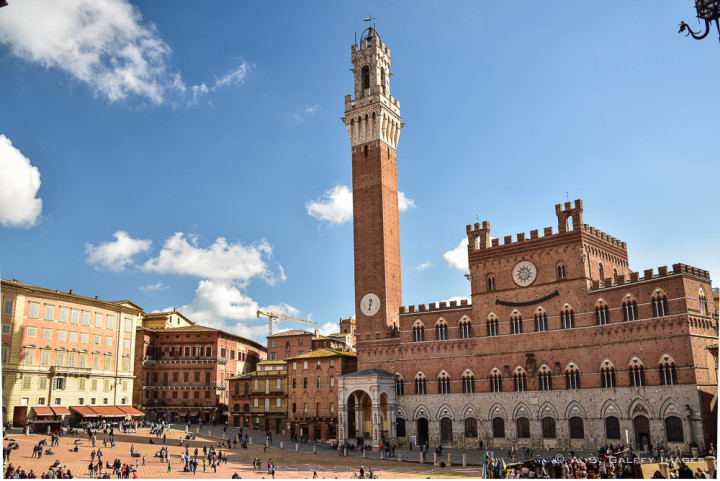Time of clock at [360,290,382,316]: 12:32
